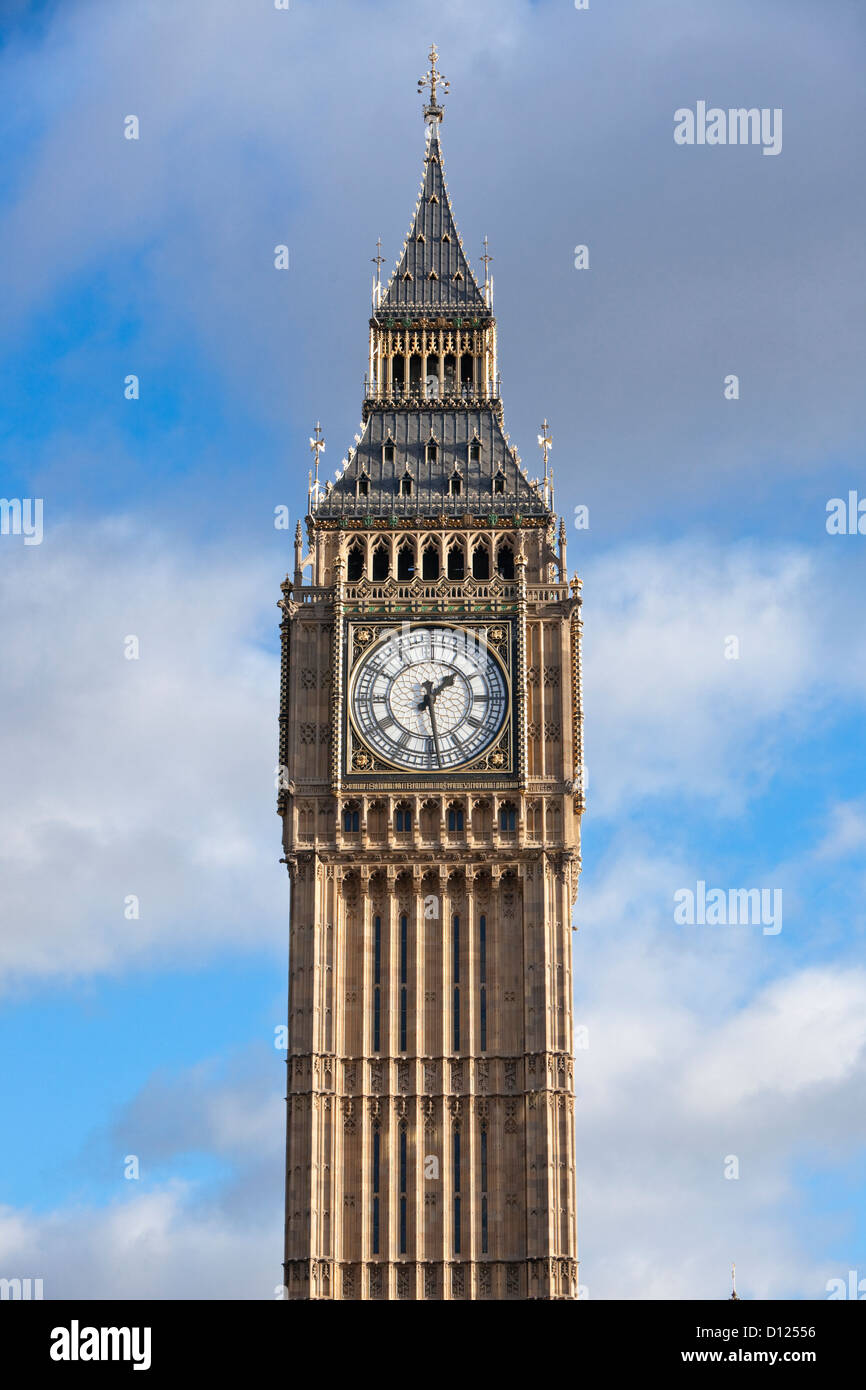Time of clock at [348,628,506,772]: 1:28
